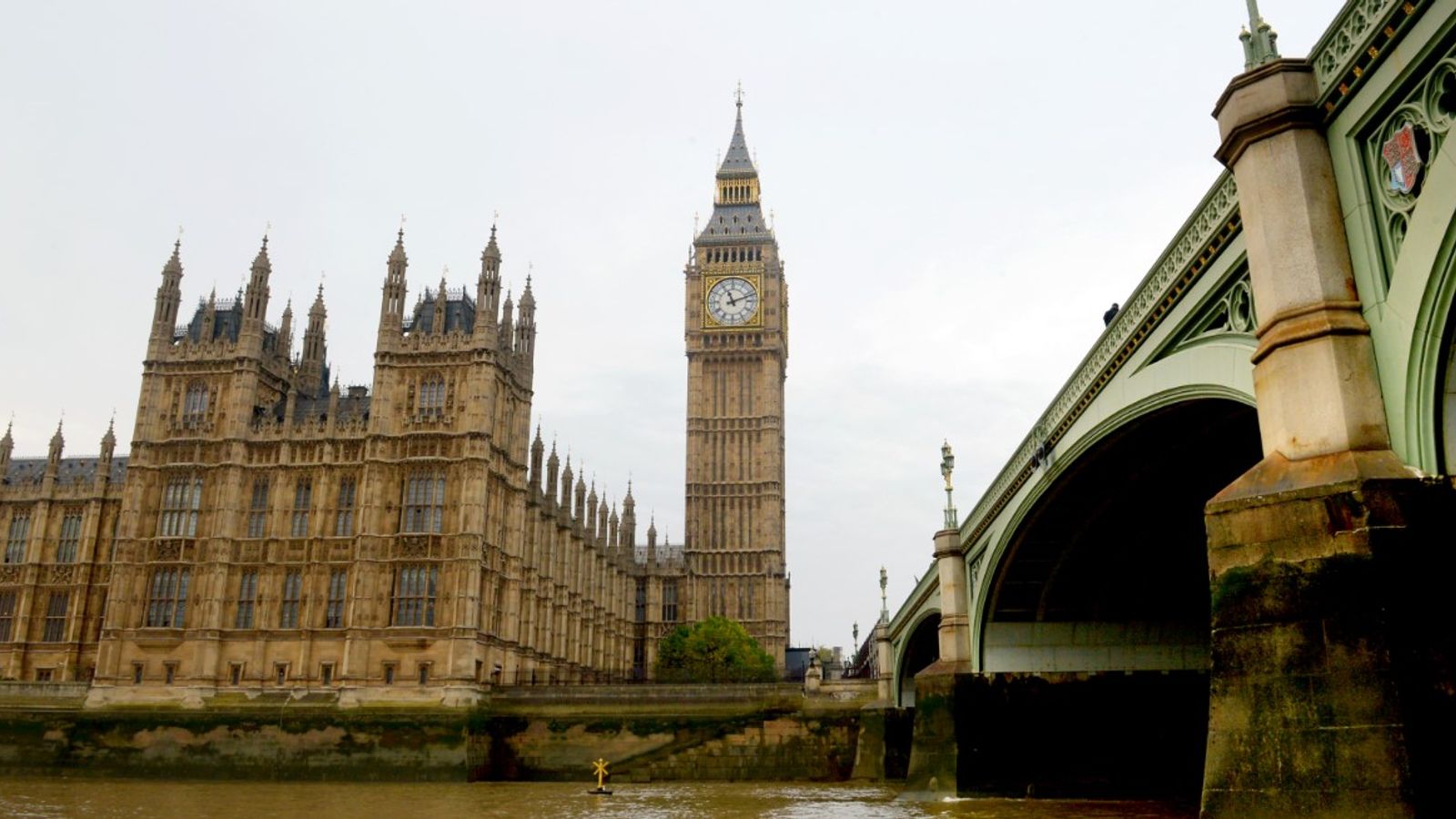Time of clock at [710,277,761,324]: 11:11
